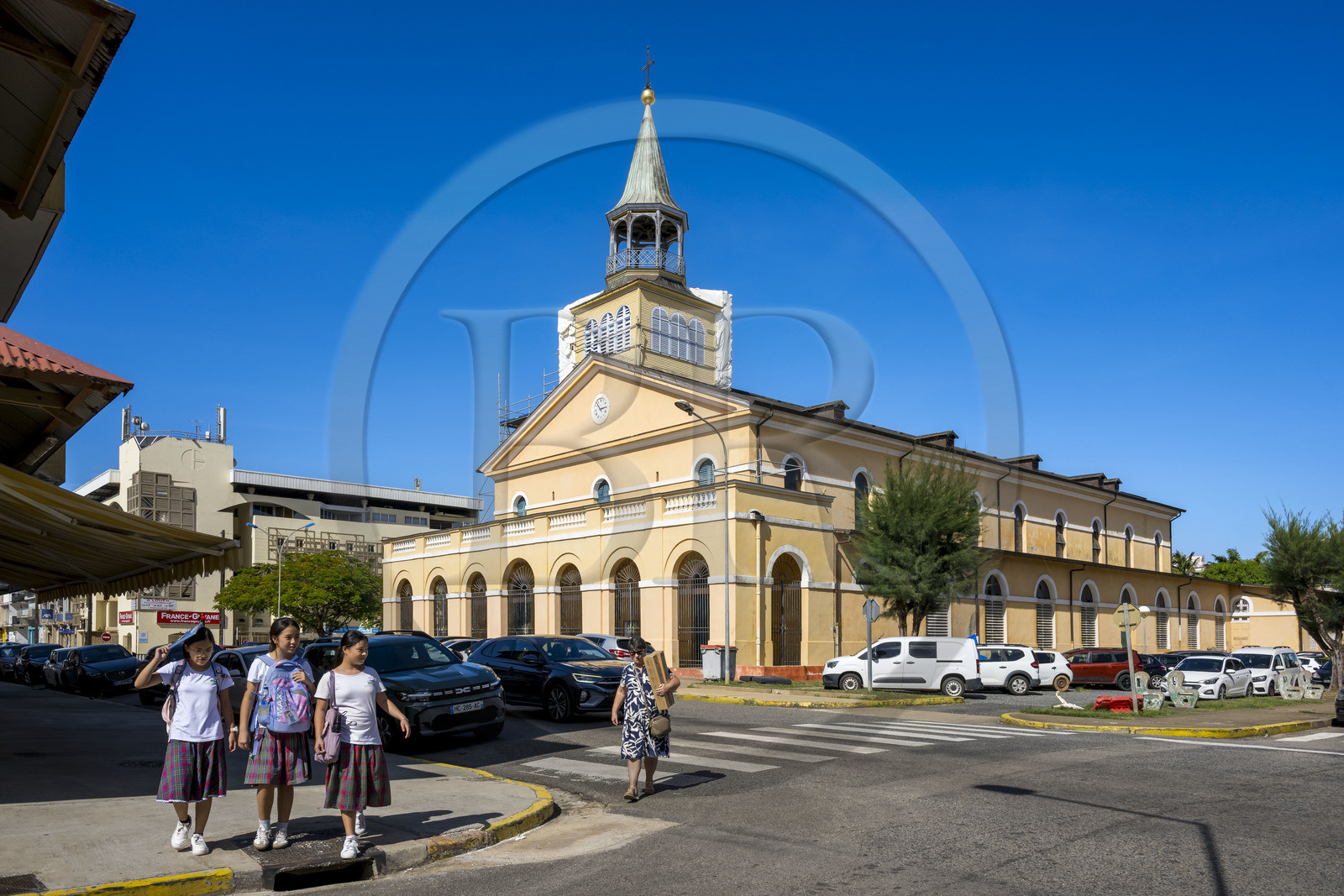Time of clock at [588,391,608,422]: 2:52
